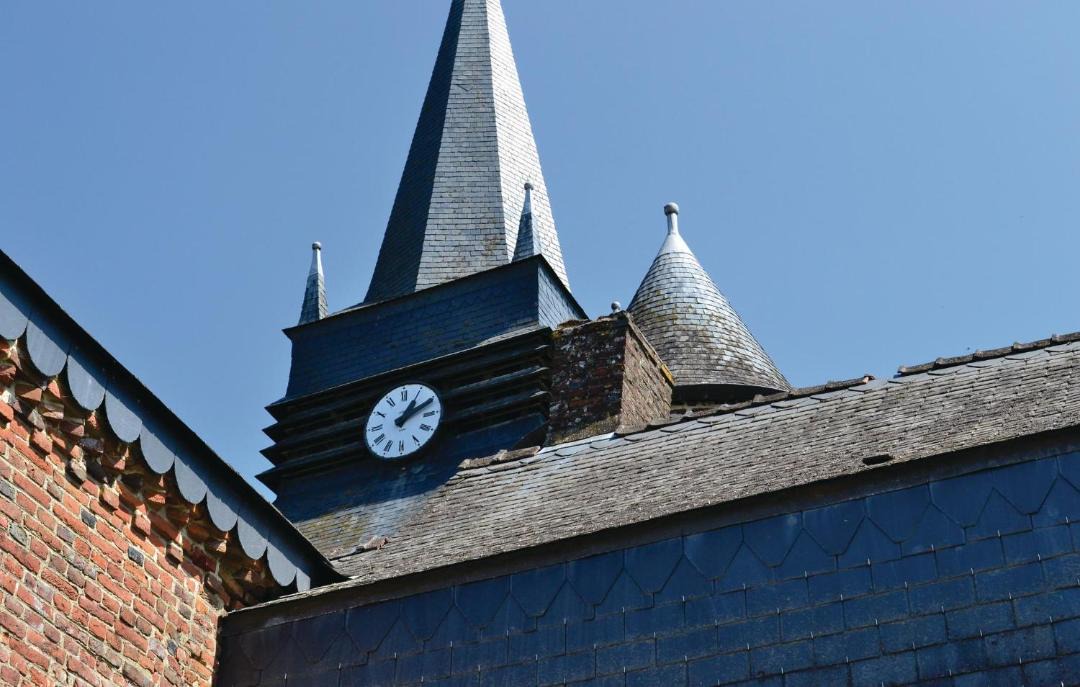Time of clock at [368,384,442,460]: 1:10
